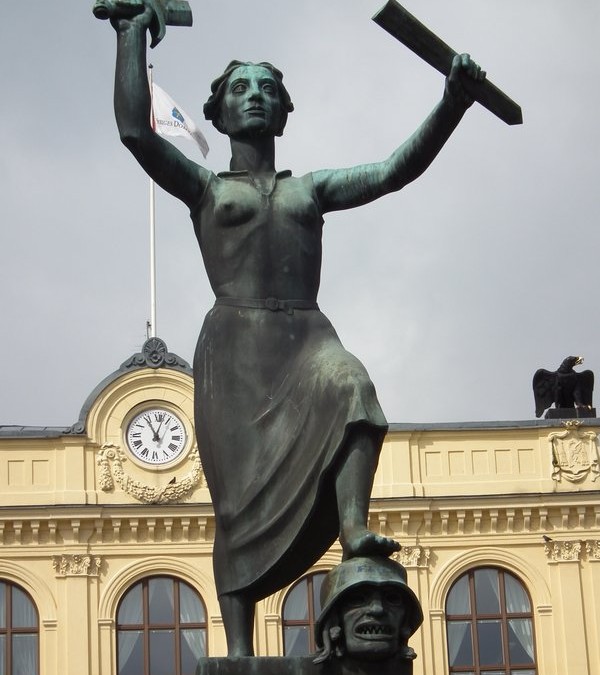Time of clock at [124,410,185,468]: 11:02
